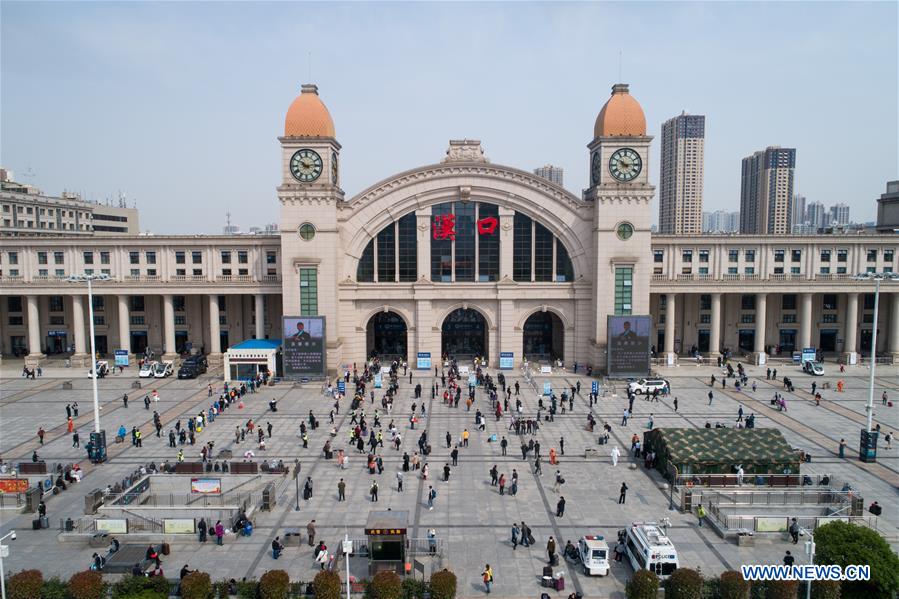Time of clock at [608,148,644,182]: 10:14
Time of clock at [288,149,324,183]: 10:13
